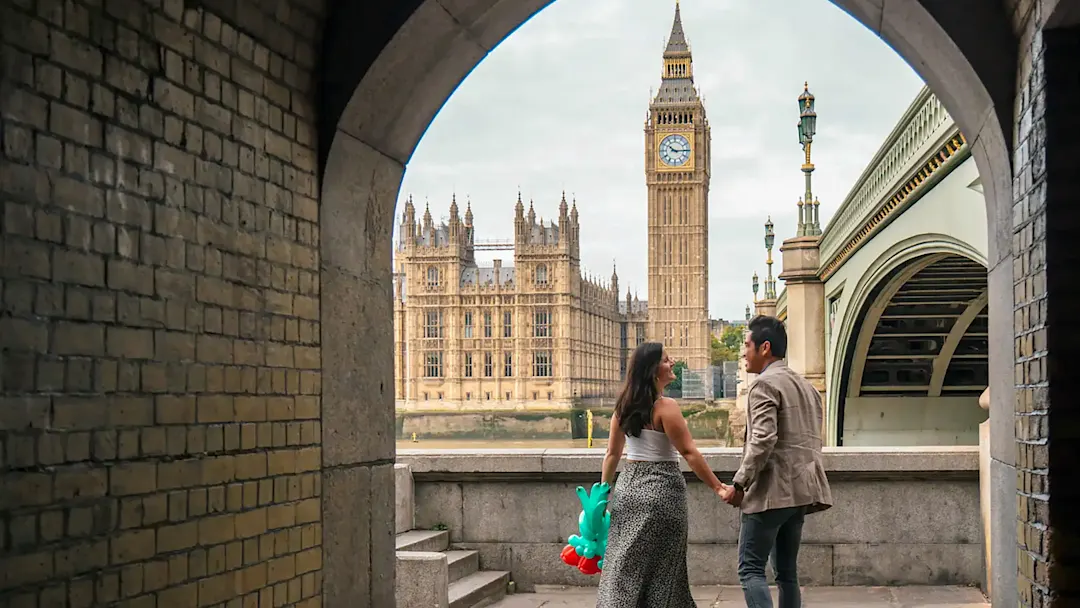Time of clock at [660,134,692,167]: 10:14
